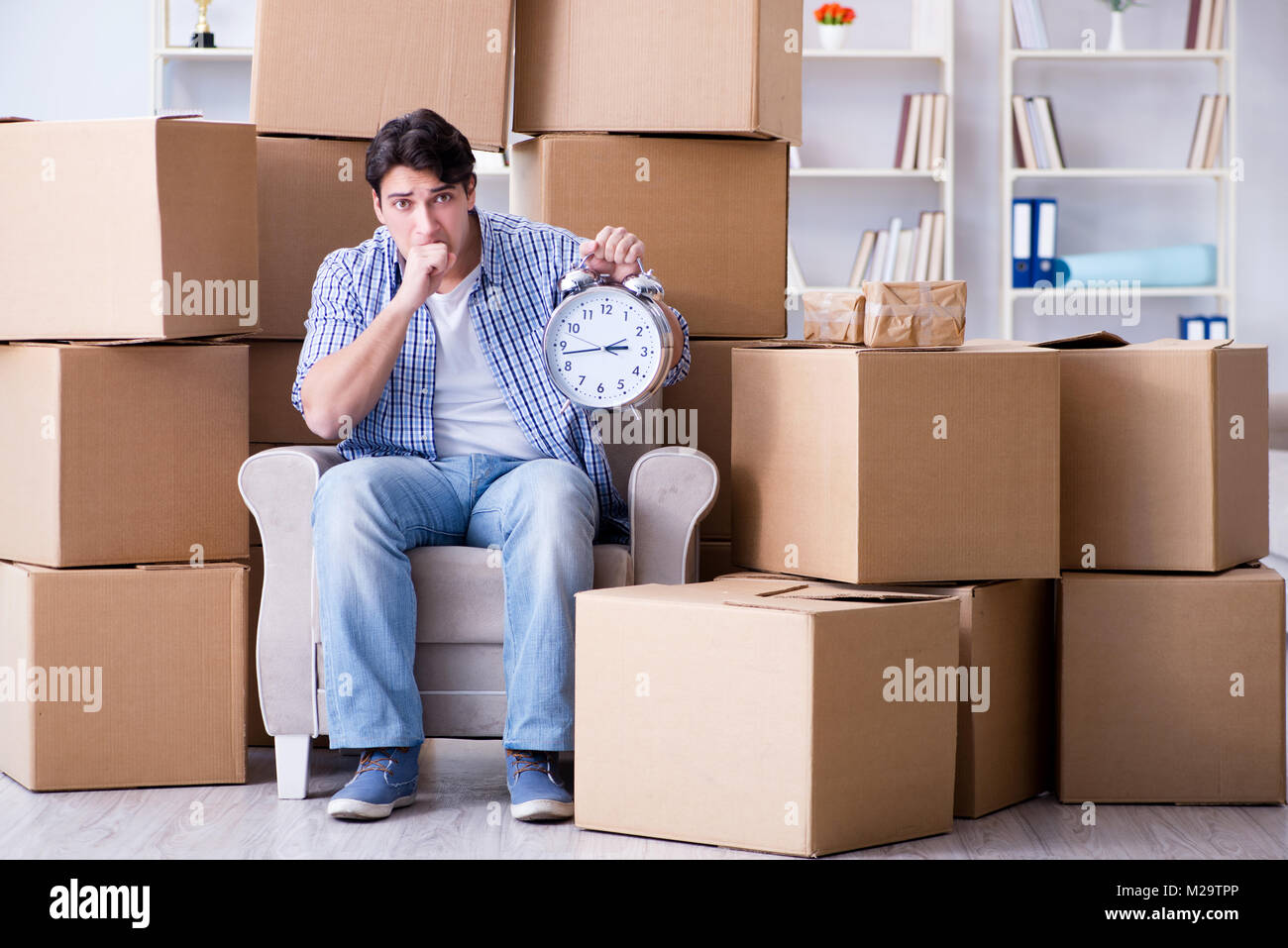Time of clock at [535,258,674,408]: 2:42
